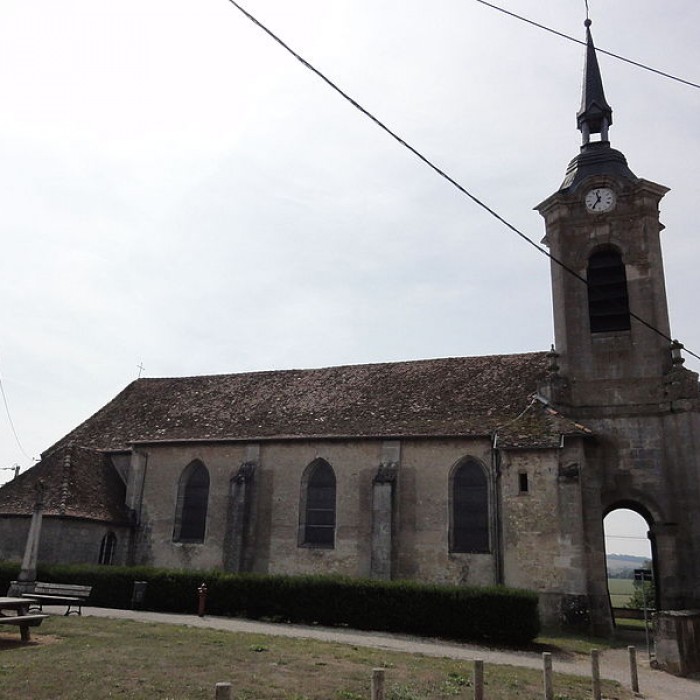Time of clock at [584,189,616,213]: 11:36
